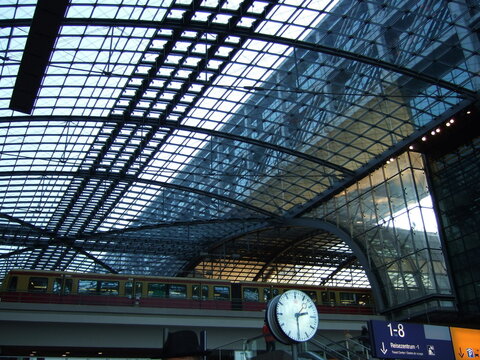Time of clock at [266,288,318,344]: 2:29
